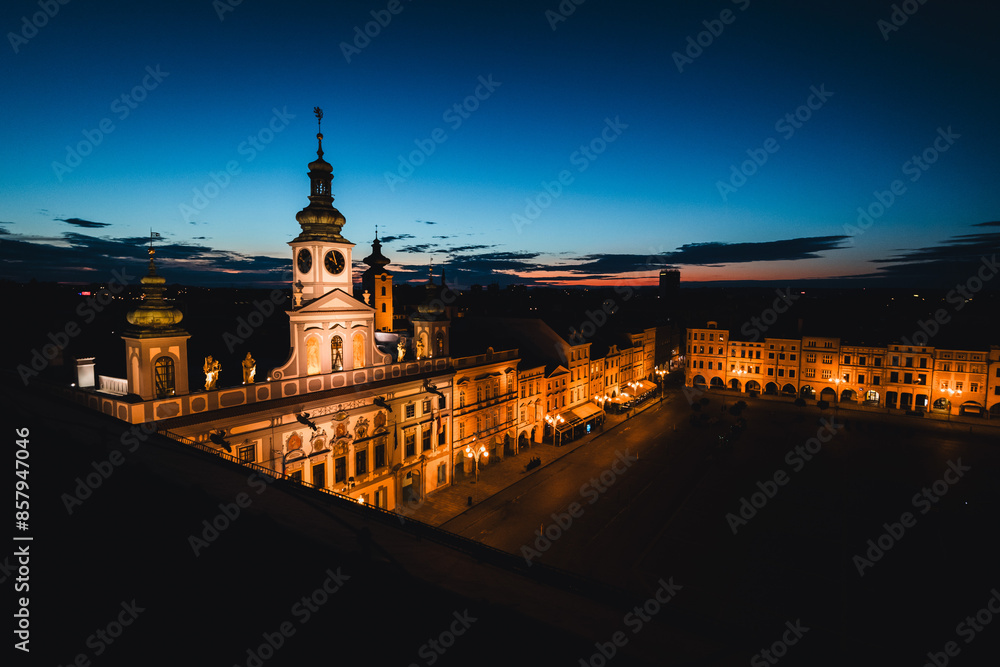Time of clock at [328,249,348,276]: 9:57
